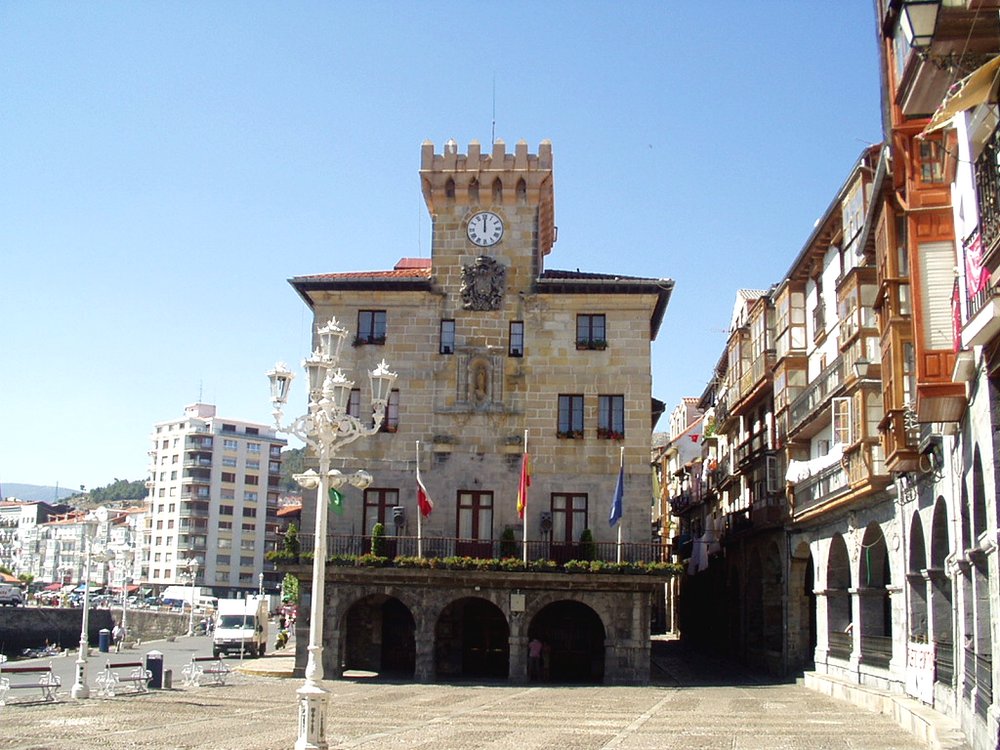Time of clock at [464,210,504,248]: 12:00
